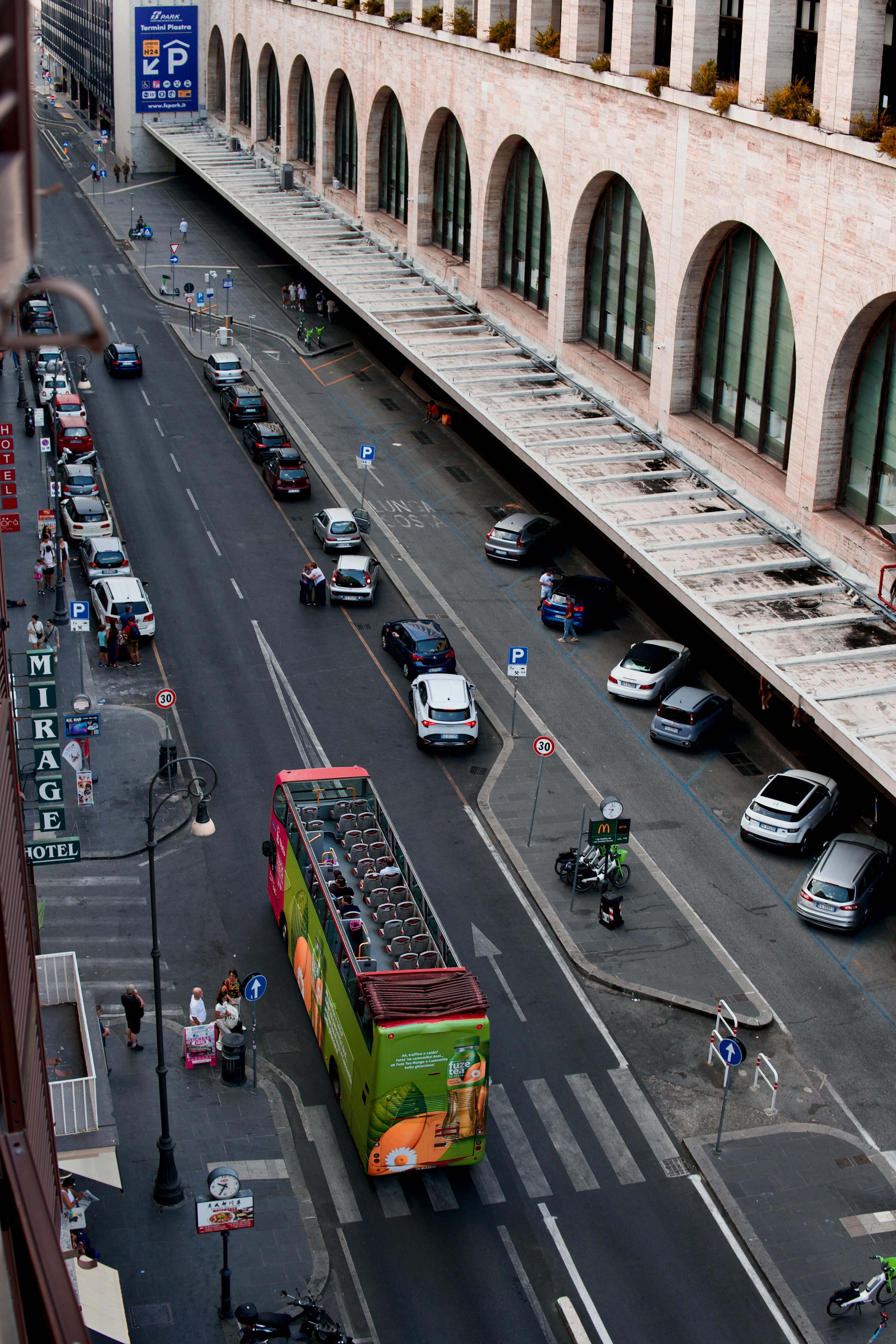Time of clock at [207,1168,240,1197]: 9:34
